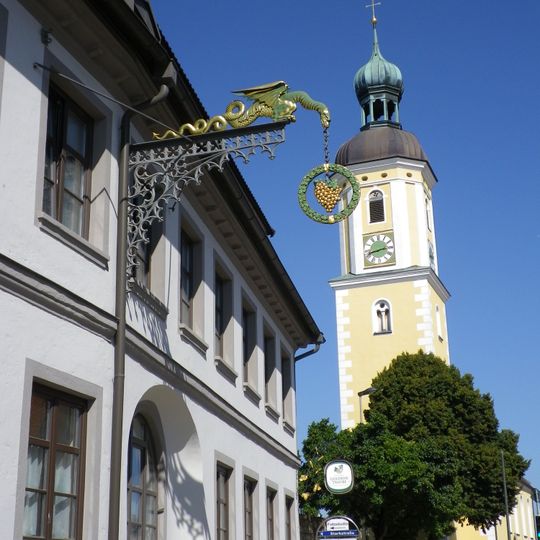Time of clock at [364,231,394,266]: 2:42
